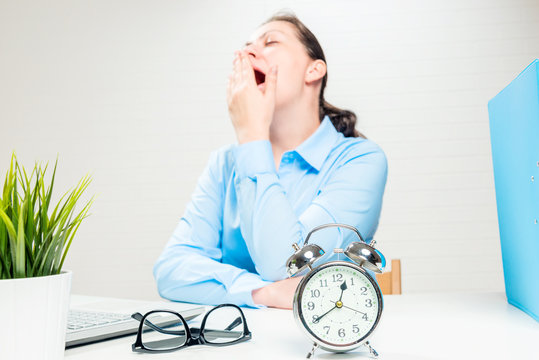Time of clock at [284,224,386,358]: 12:39
